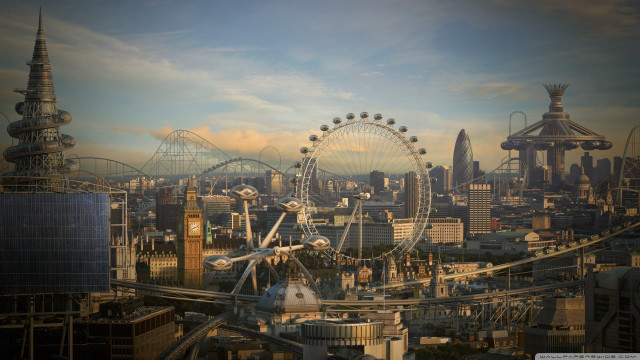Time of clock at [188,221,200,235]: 8:11
